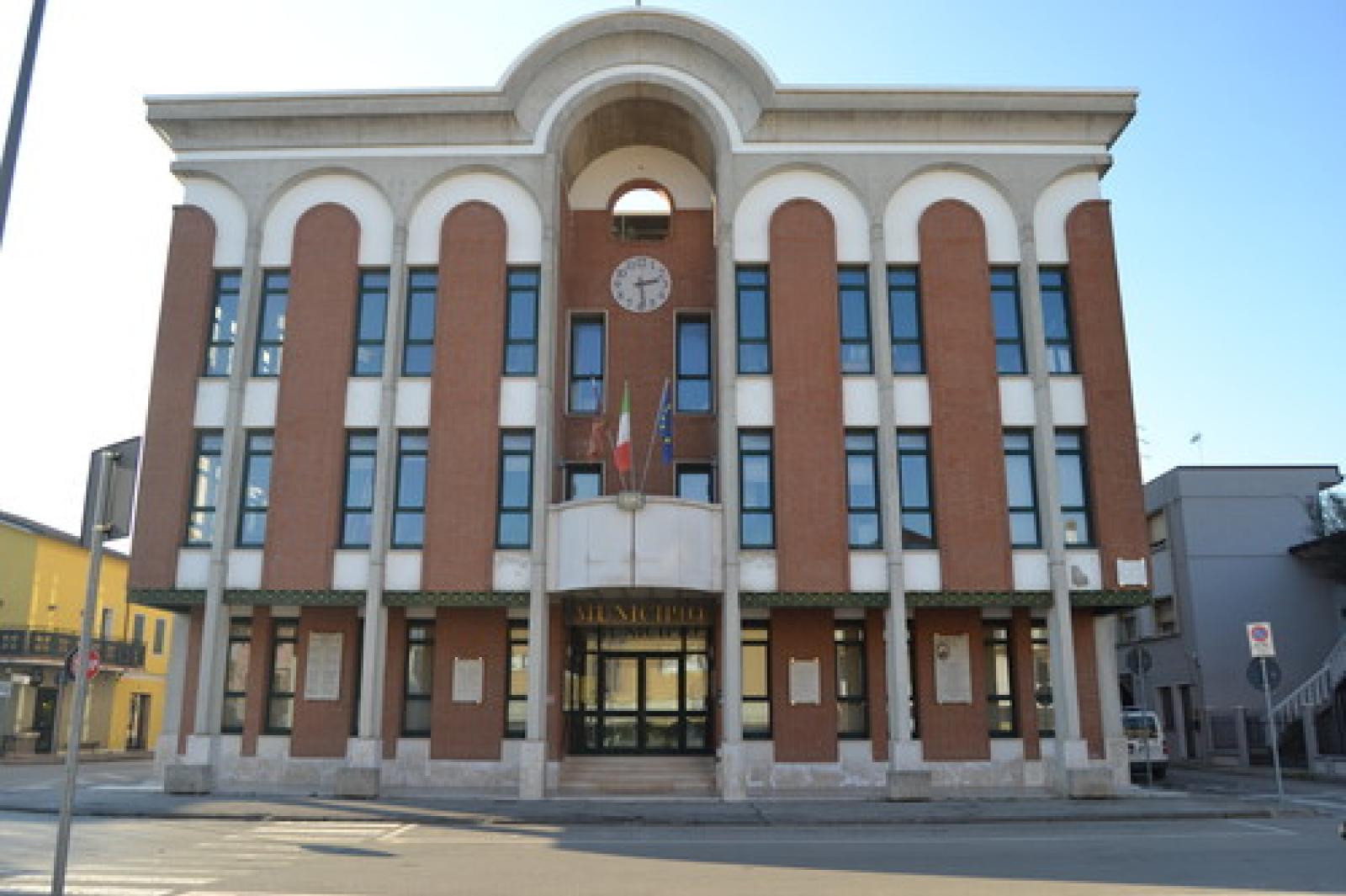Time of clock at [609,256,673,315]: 2:29
